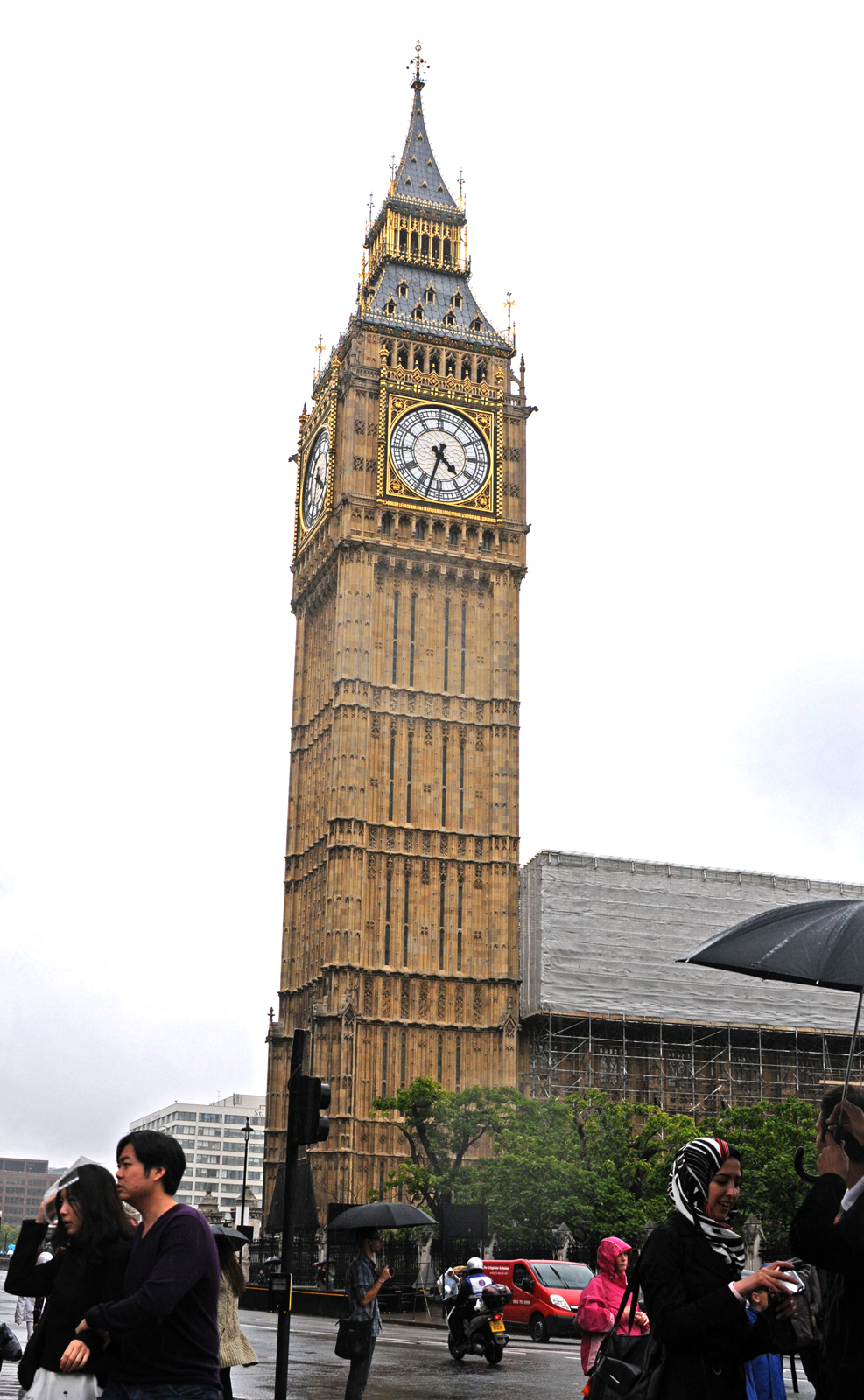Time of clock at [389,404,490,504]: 4:32
